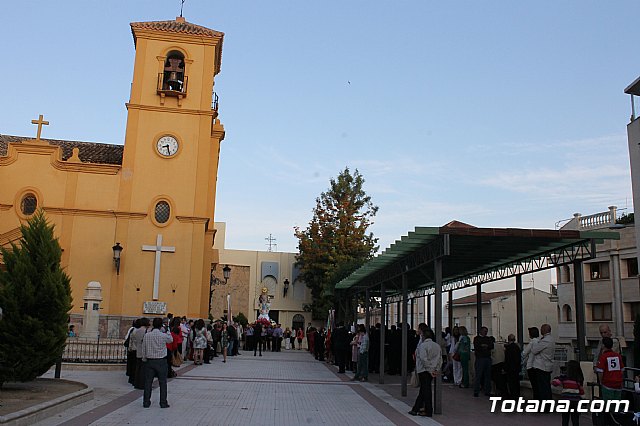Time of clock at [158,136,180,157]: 8:27
